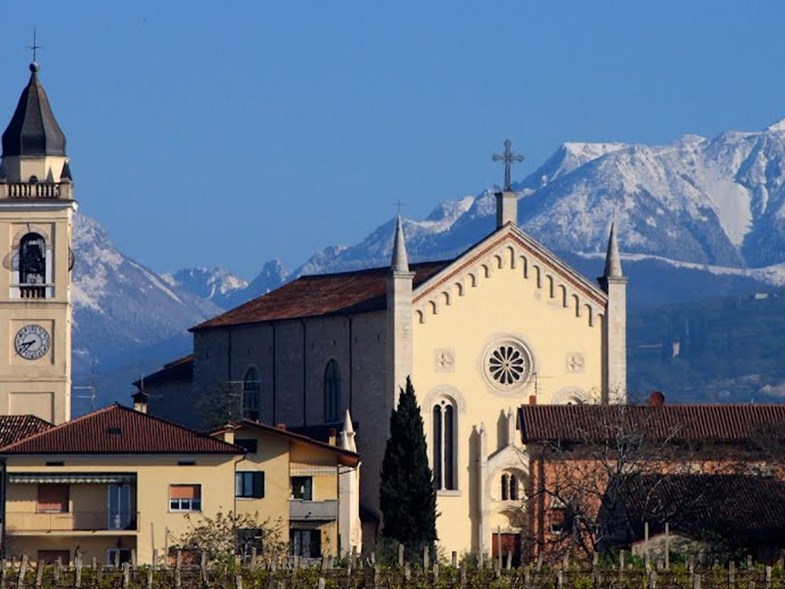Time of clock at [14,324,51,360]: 8:37
